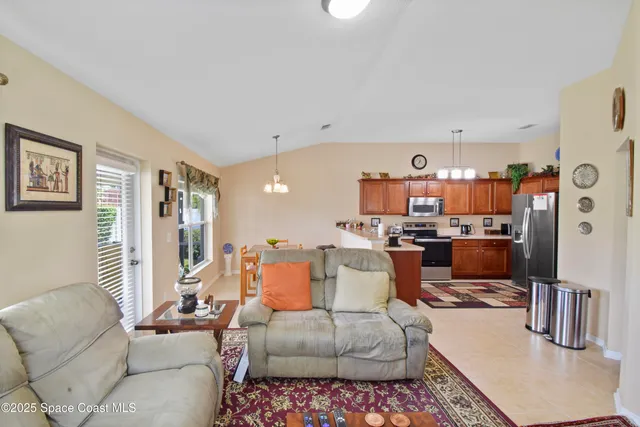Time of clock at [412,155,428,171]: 12:37
